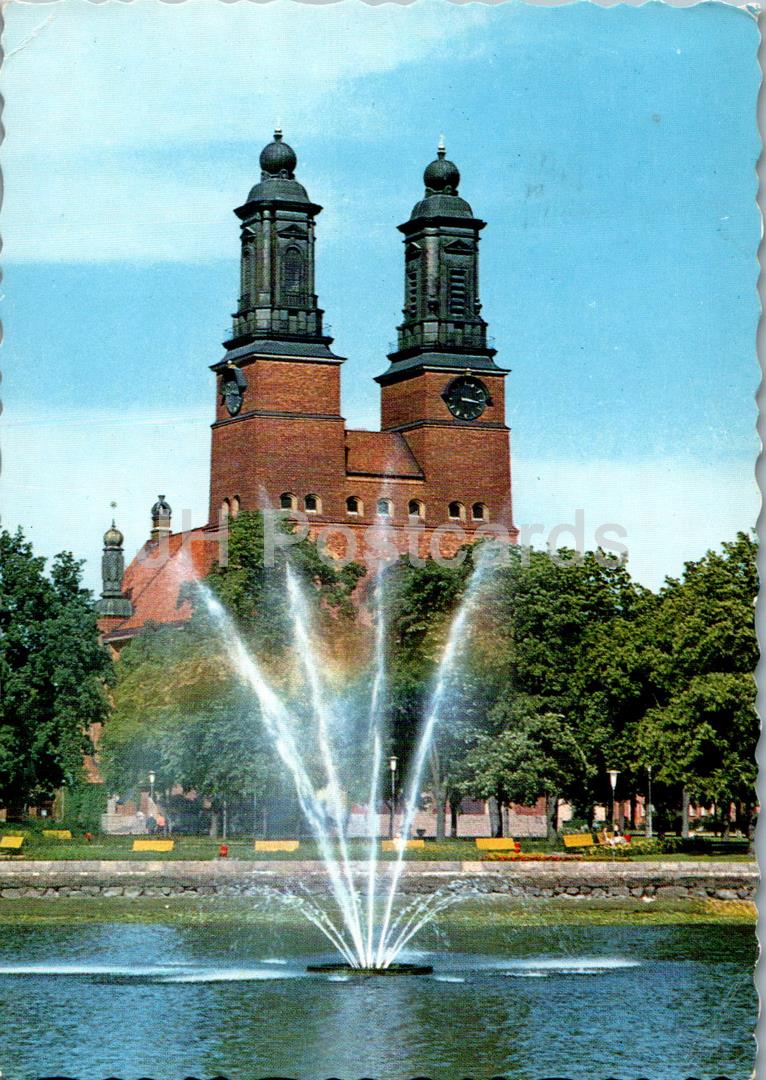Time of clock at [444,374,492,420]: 3:16
